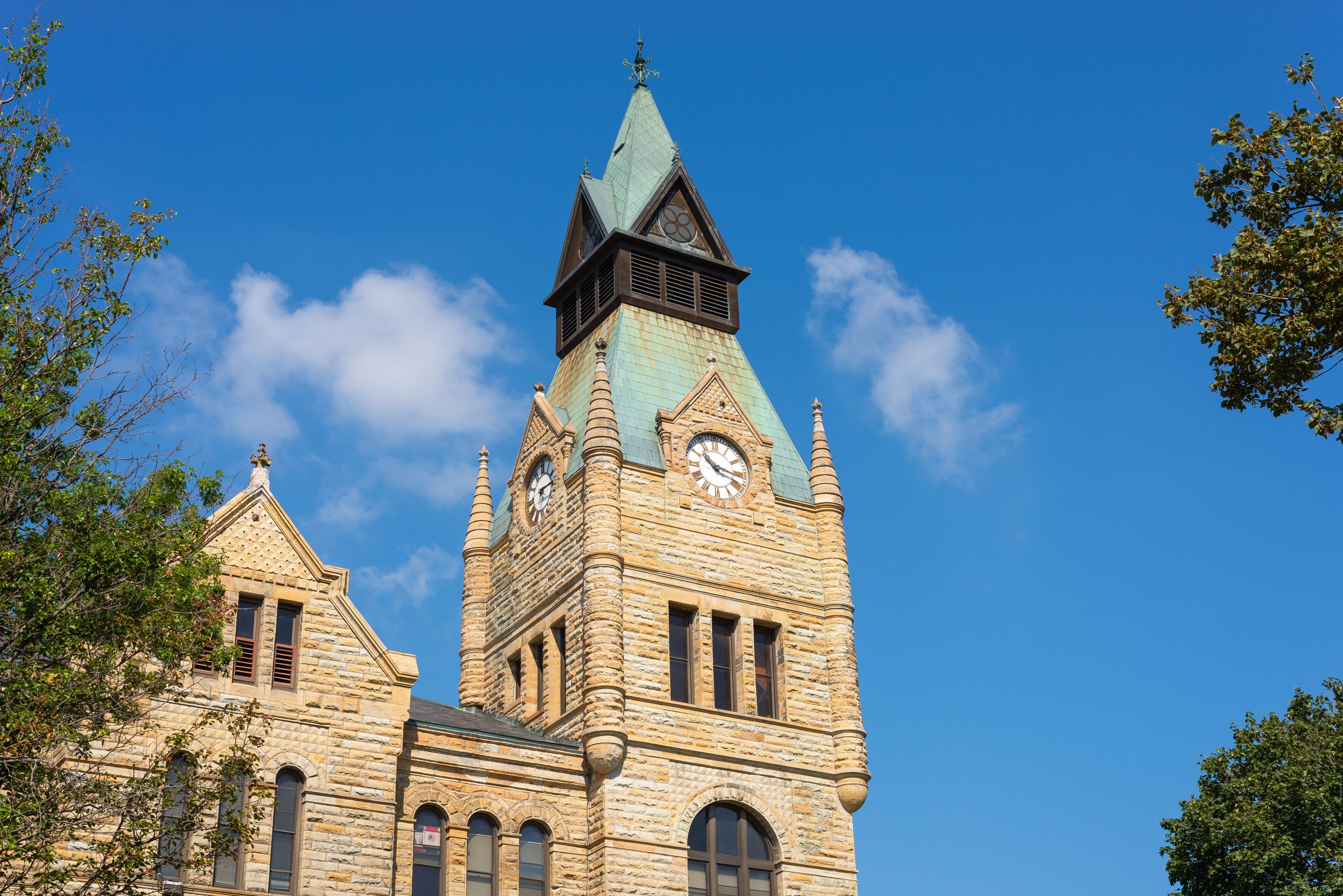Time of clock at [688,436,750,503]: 10:17
